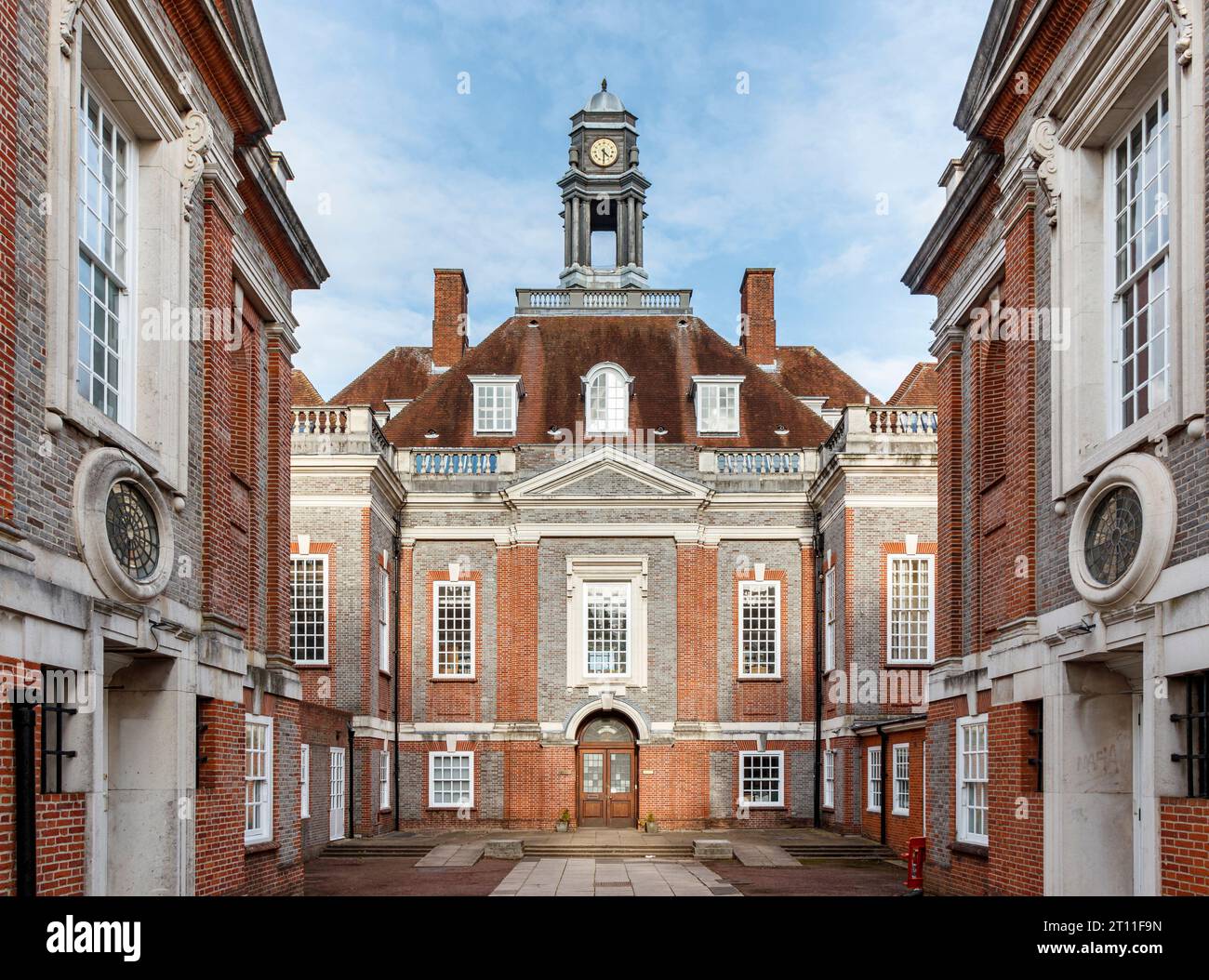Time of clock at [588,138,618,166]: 4:29
